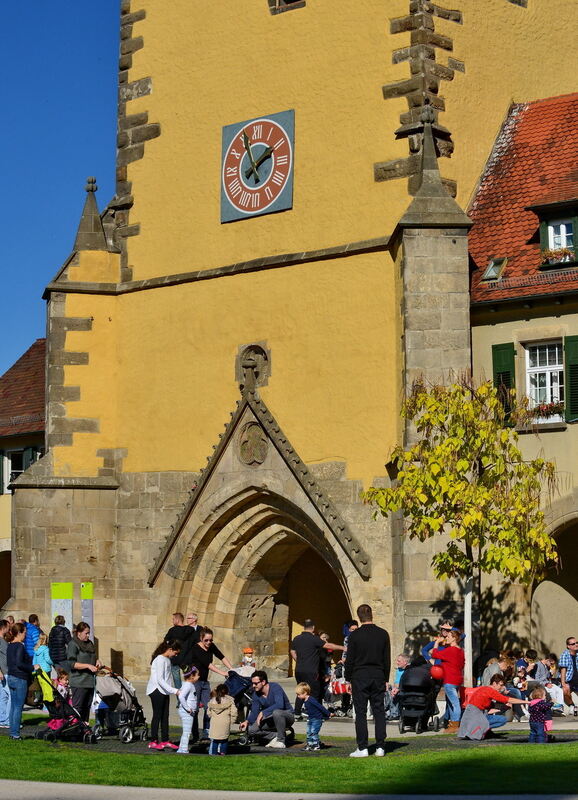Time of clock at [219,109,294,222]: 1:55
